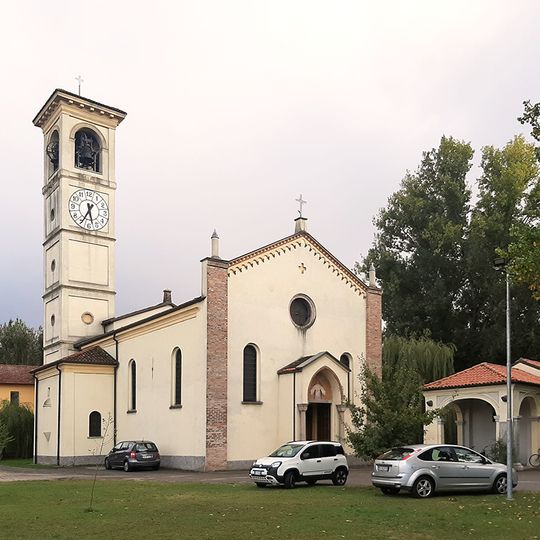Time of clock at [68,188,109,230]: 5:34
